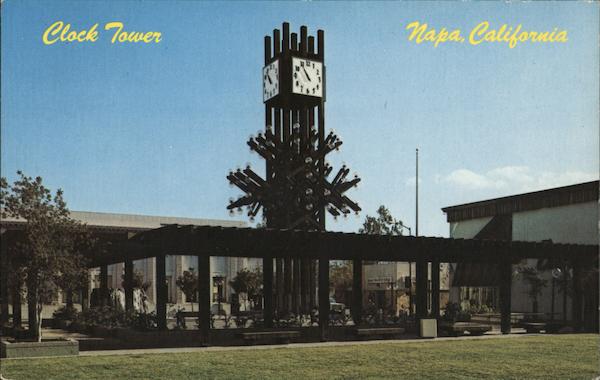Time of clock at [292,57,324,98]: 10:54
